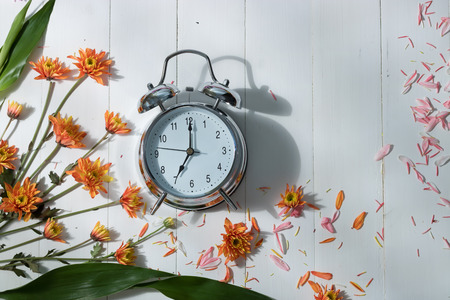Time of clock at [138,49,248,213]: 7:00
